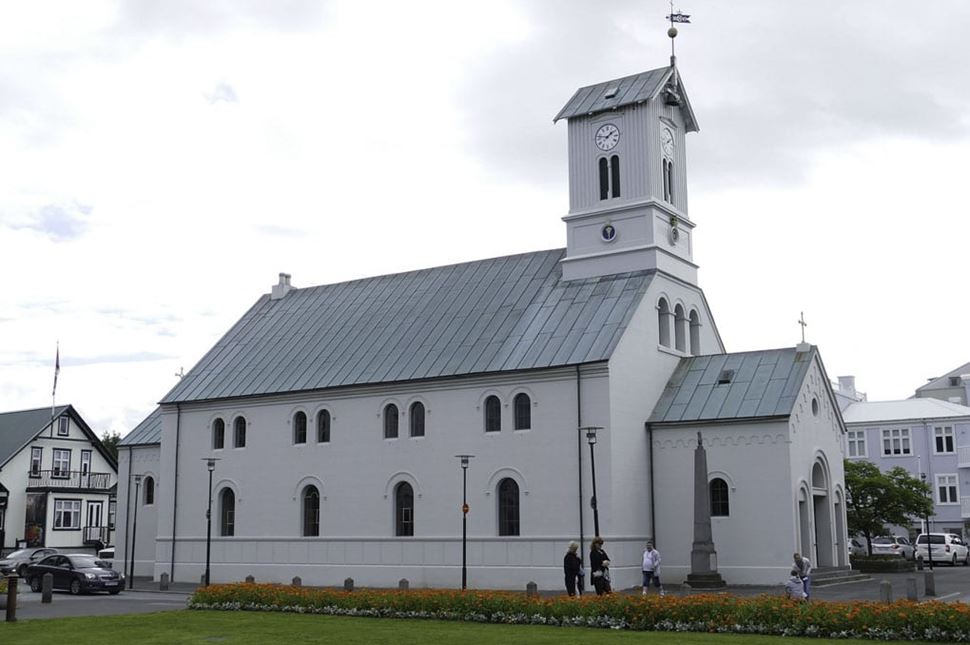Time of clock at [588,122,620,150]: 1:47
